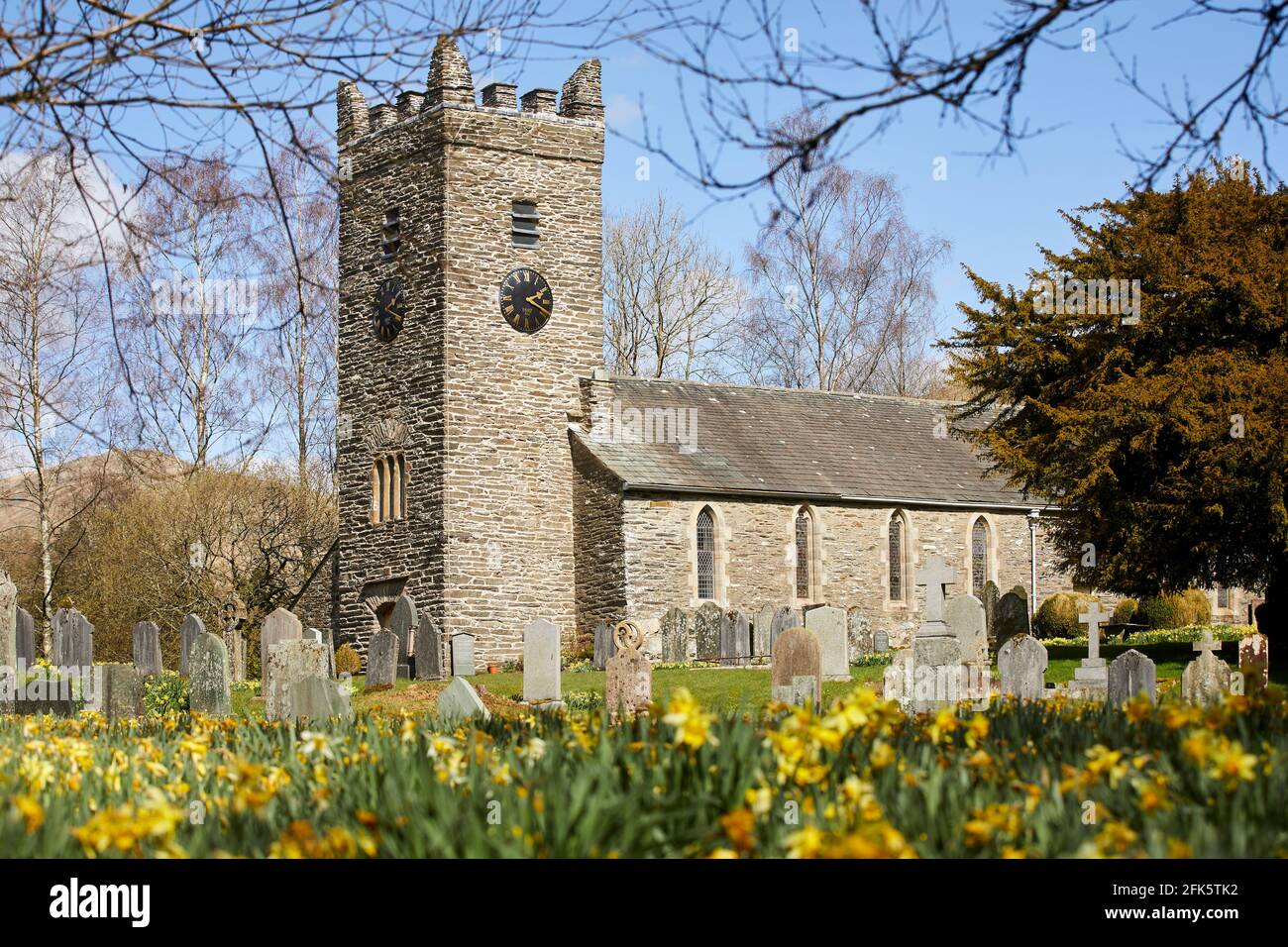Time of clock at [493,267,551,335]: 2:18
